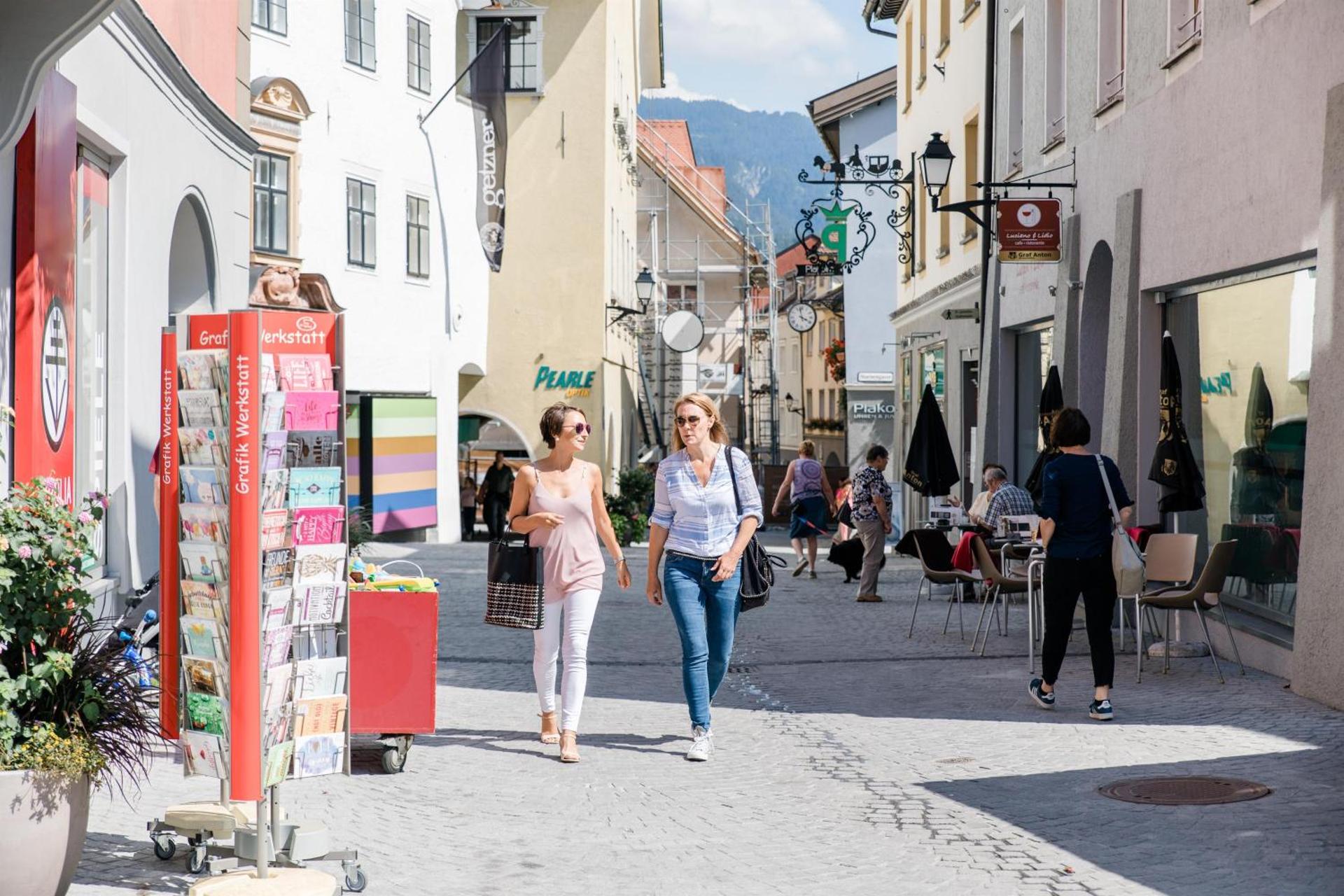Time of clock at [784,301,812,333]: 3:58
